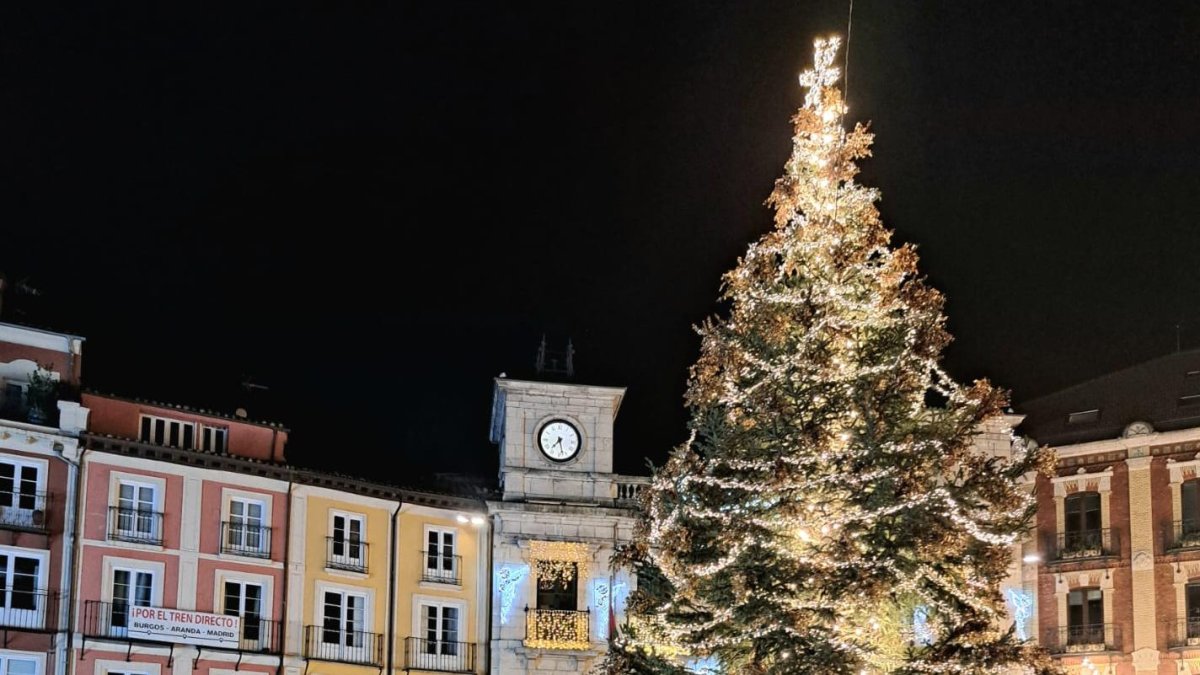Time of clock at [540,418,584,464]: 7:27
